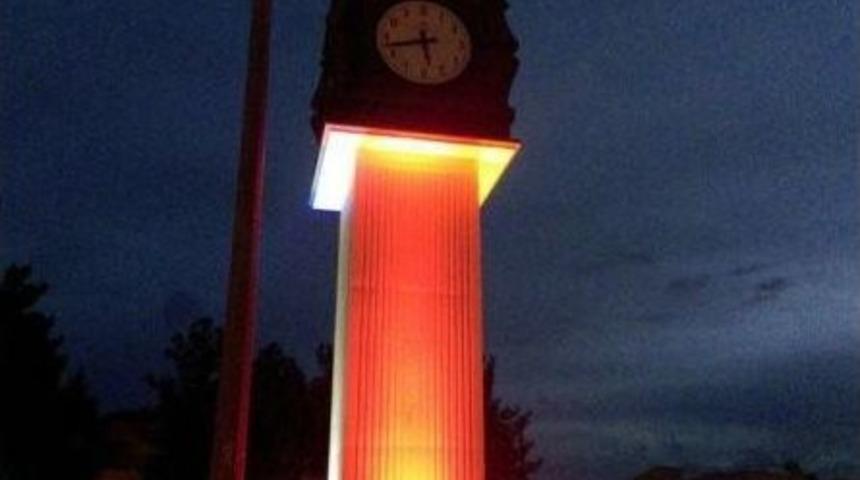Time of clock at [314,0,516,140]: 5:42
